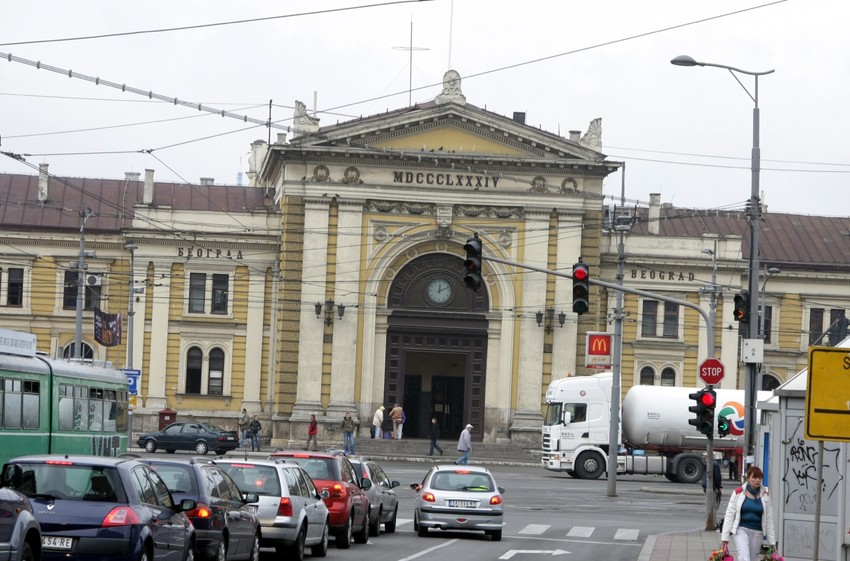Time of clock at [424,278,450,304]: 12:11
